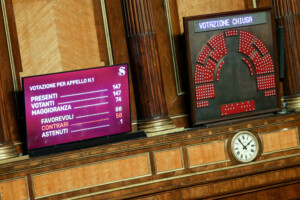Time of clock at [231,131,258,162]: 1:53
